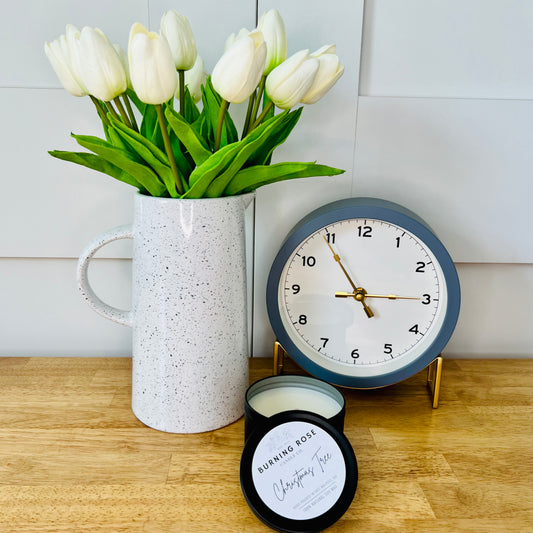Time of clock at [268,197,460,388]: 2:54
